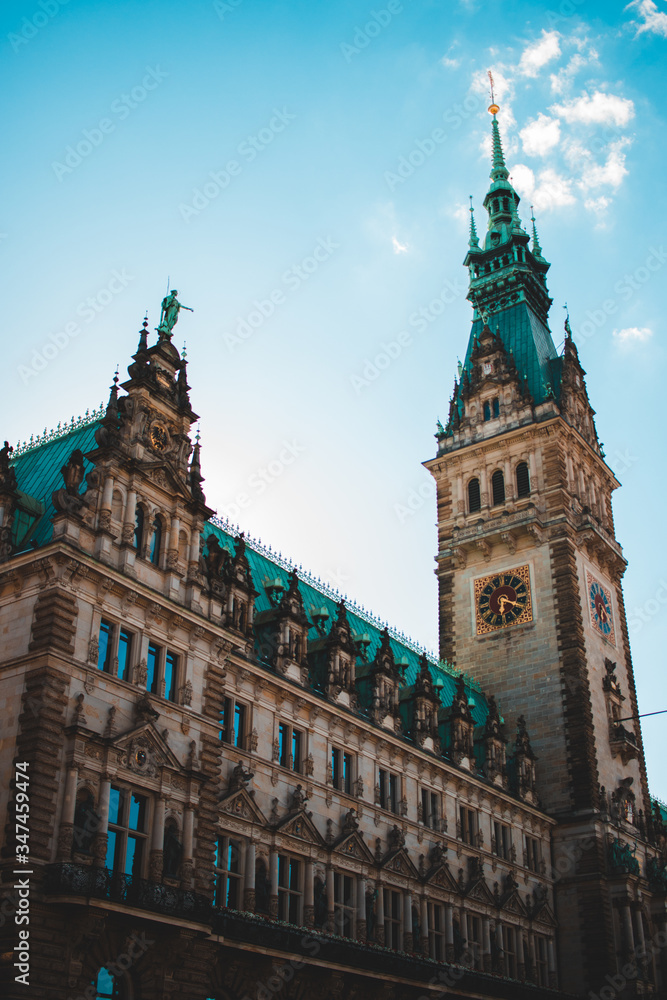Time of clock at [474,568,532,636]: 6:19
